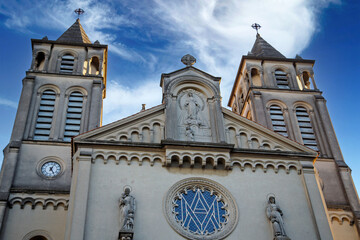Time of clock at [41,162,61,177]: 5:03
